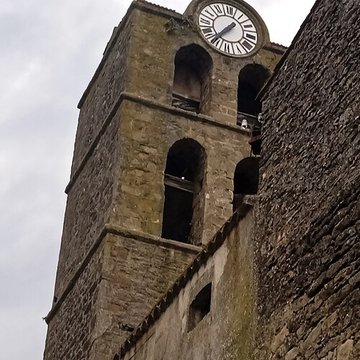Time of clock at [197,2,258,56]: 1:36
